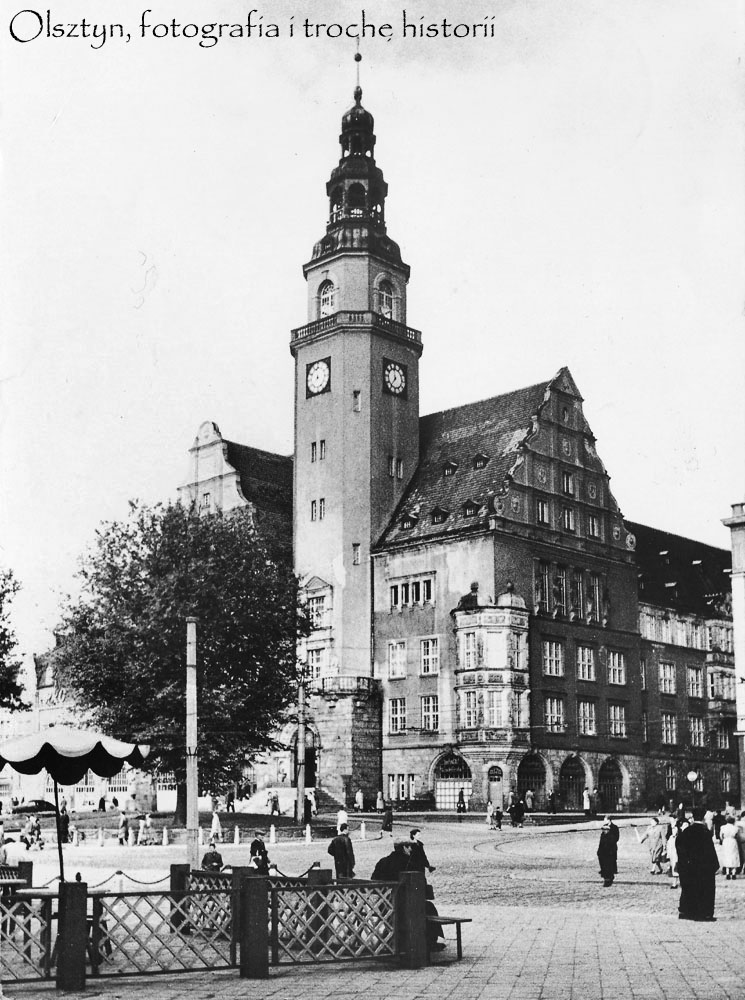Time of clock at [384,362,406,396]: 11:35
